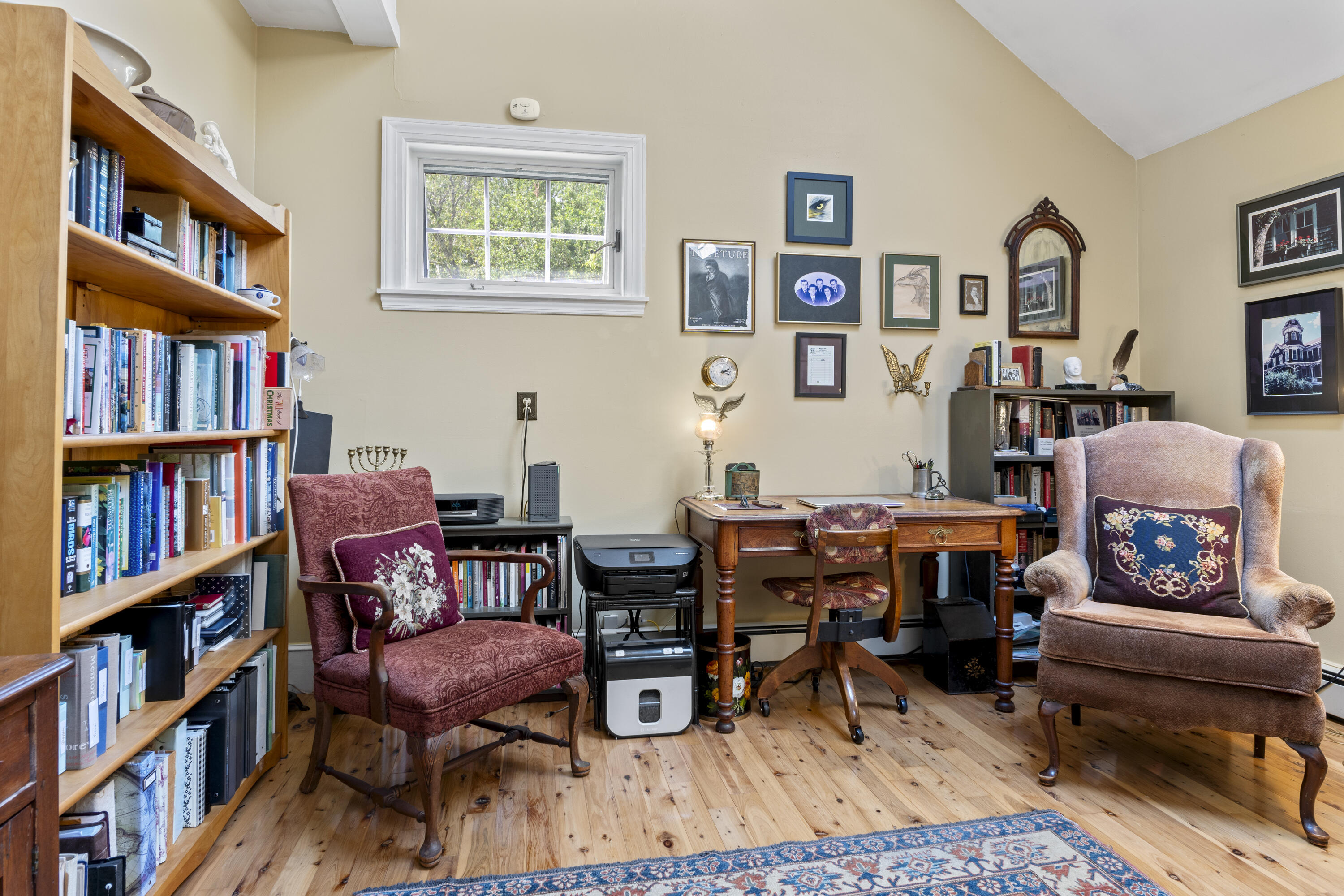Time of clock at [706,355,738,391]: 2:18
